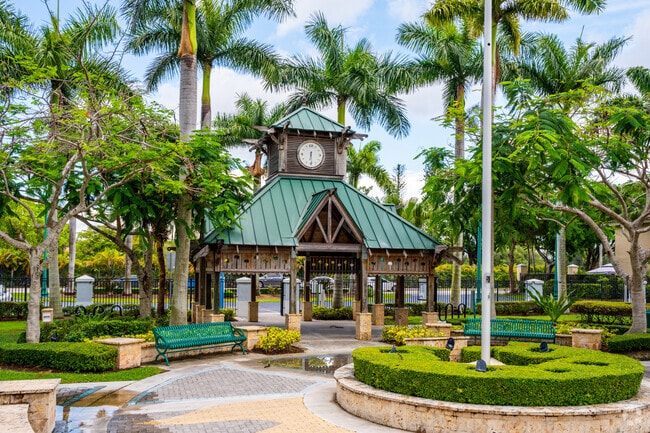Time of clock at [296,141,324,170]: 6:29
